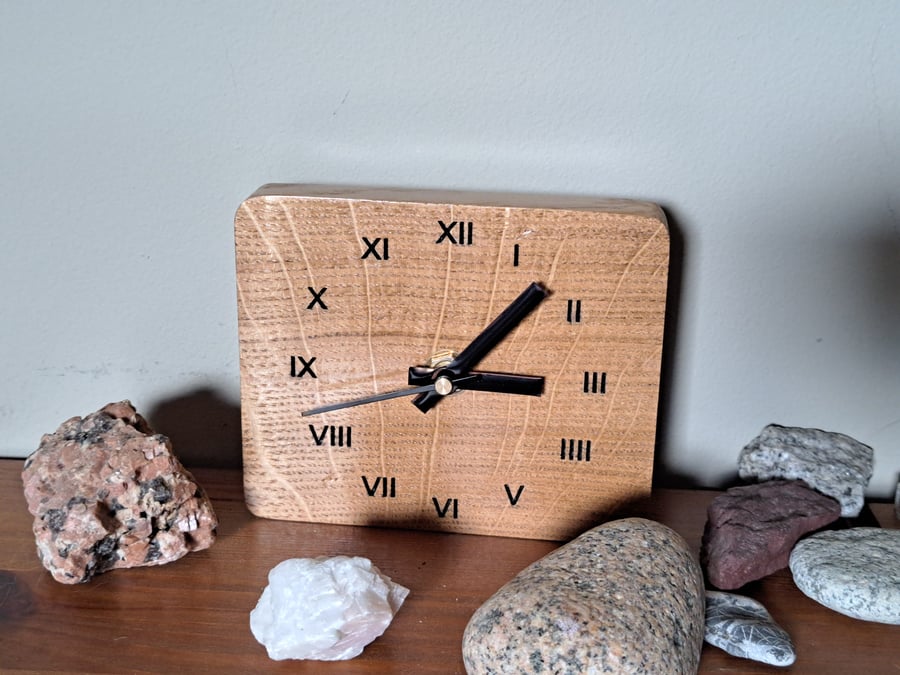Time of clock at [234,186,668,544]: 3:07
